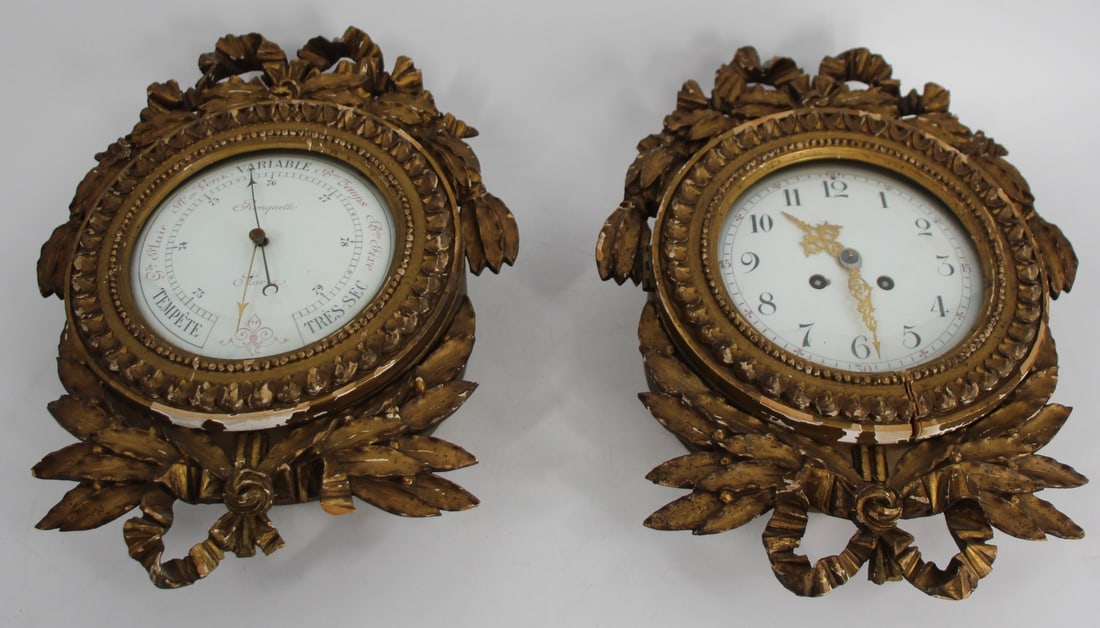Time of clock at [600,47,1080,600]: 10:28
